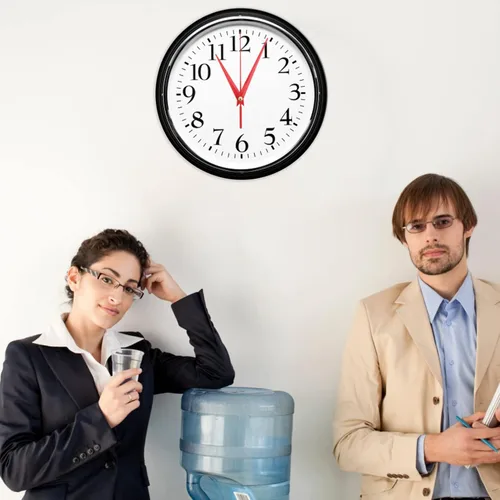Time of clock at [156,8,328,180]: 11:04
